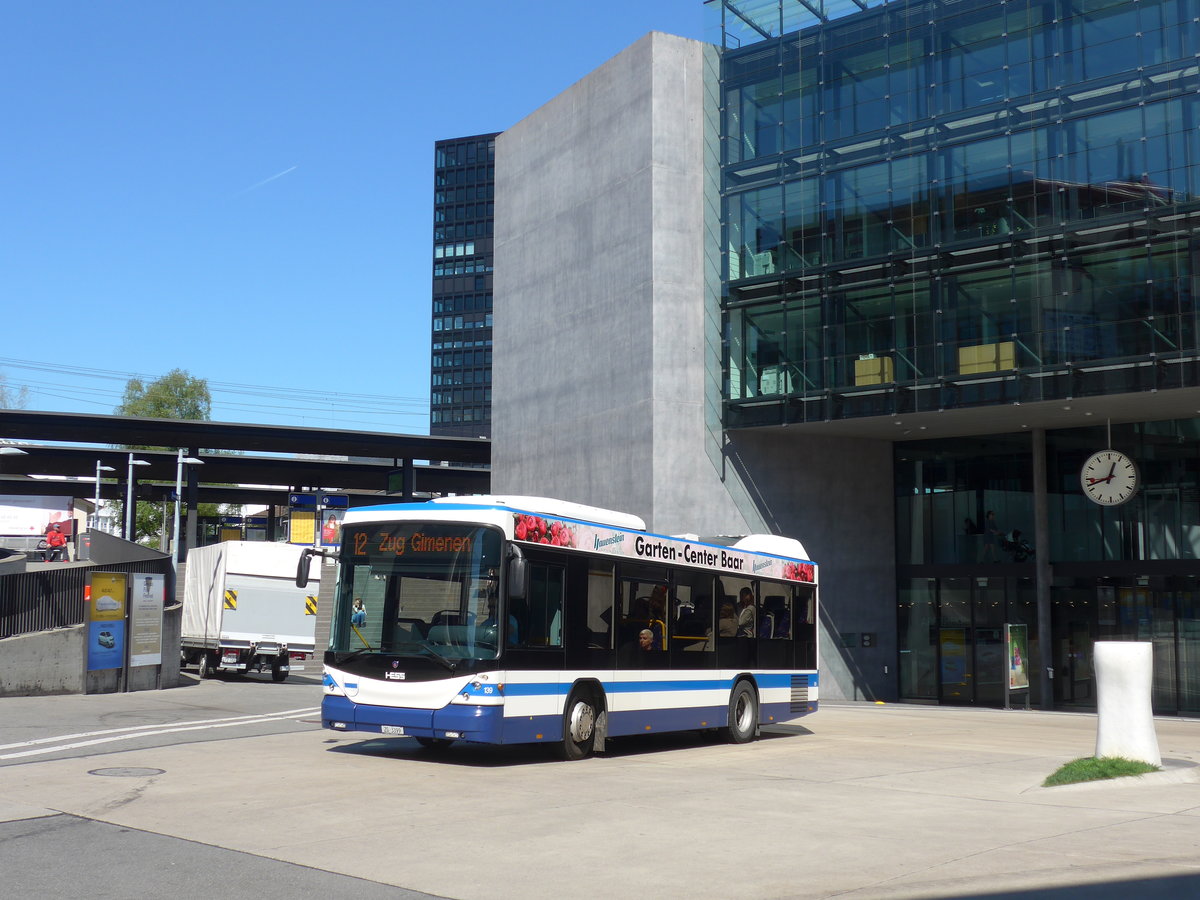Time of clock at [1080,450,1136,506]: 12:42
